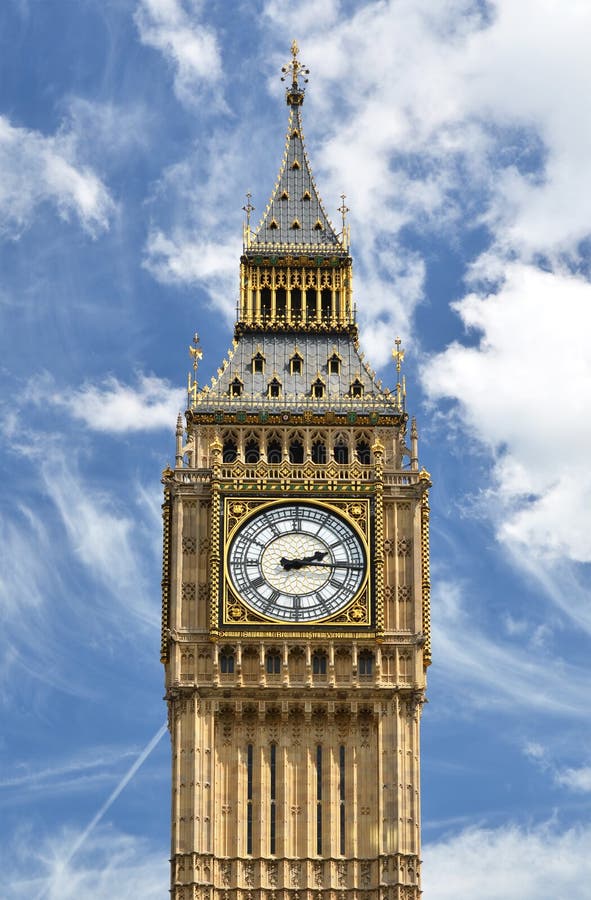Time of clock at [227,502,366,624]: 2:15
